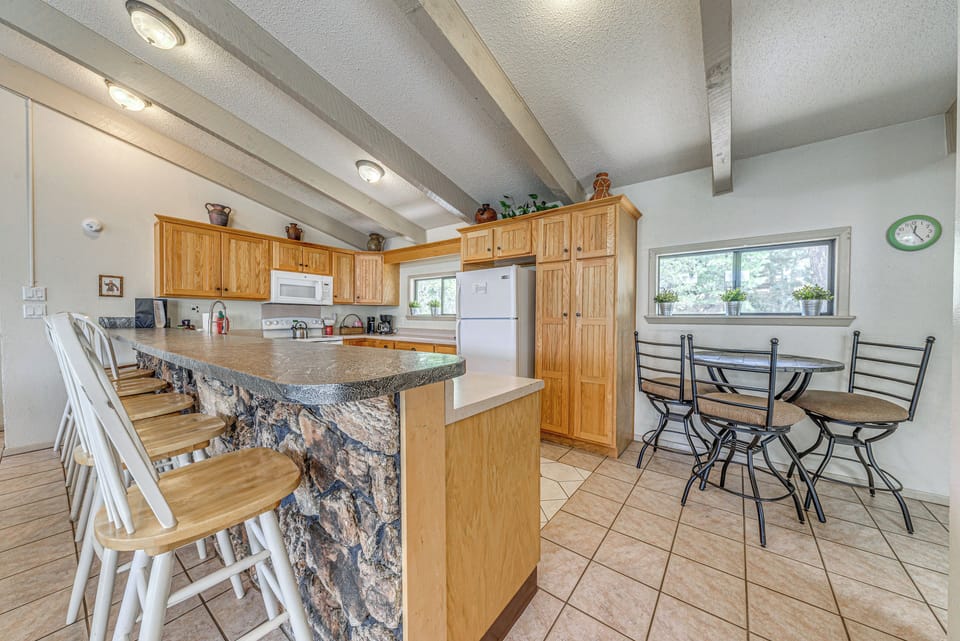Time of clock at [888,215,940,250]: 12:24
